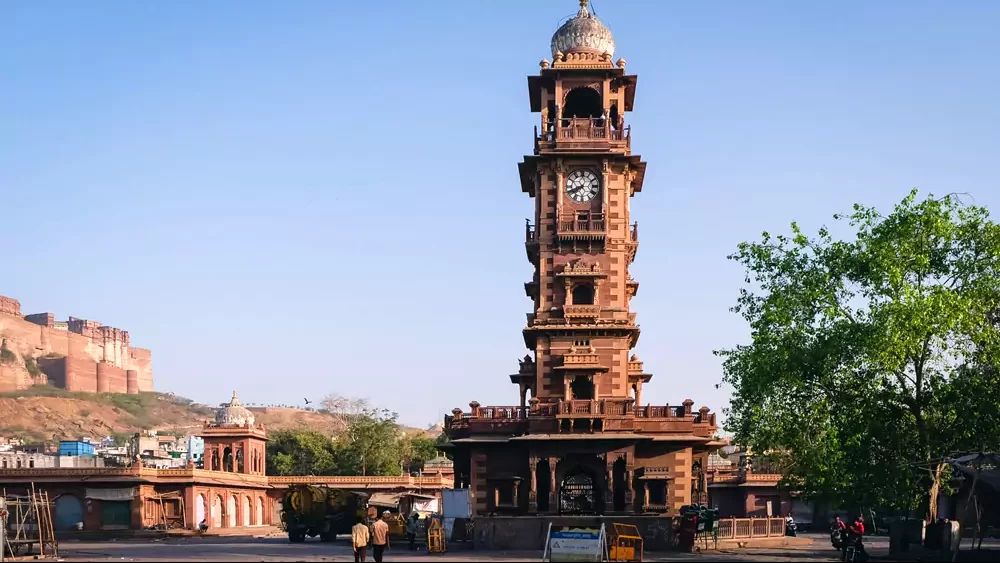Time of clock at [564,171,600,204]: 7:41
